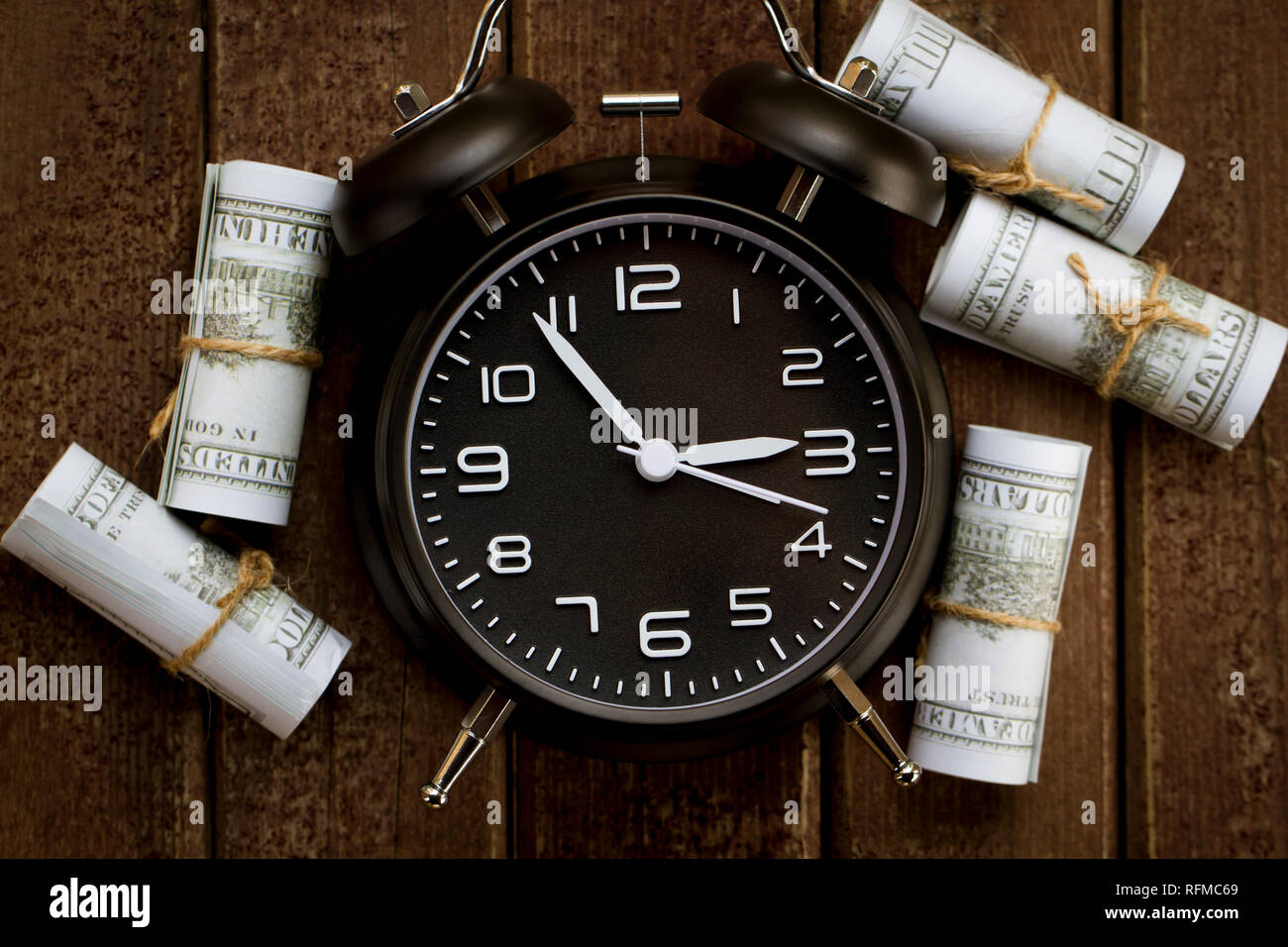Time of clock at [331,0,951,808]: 2:54
